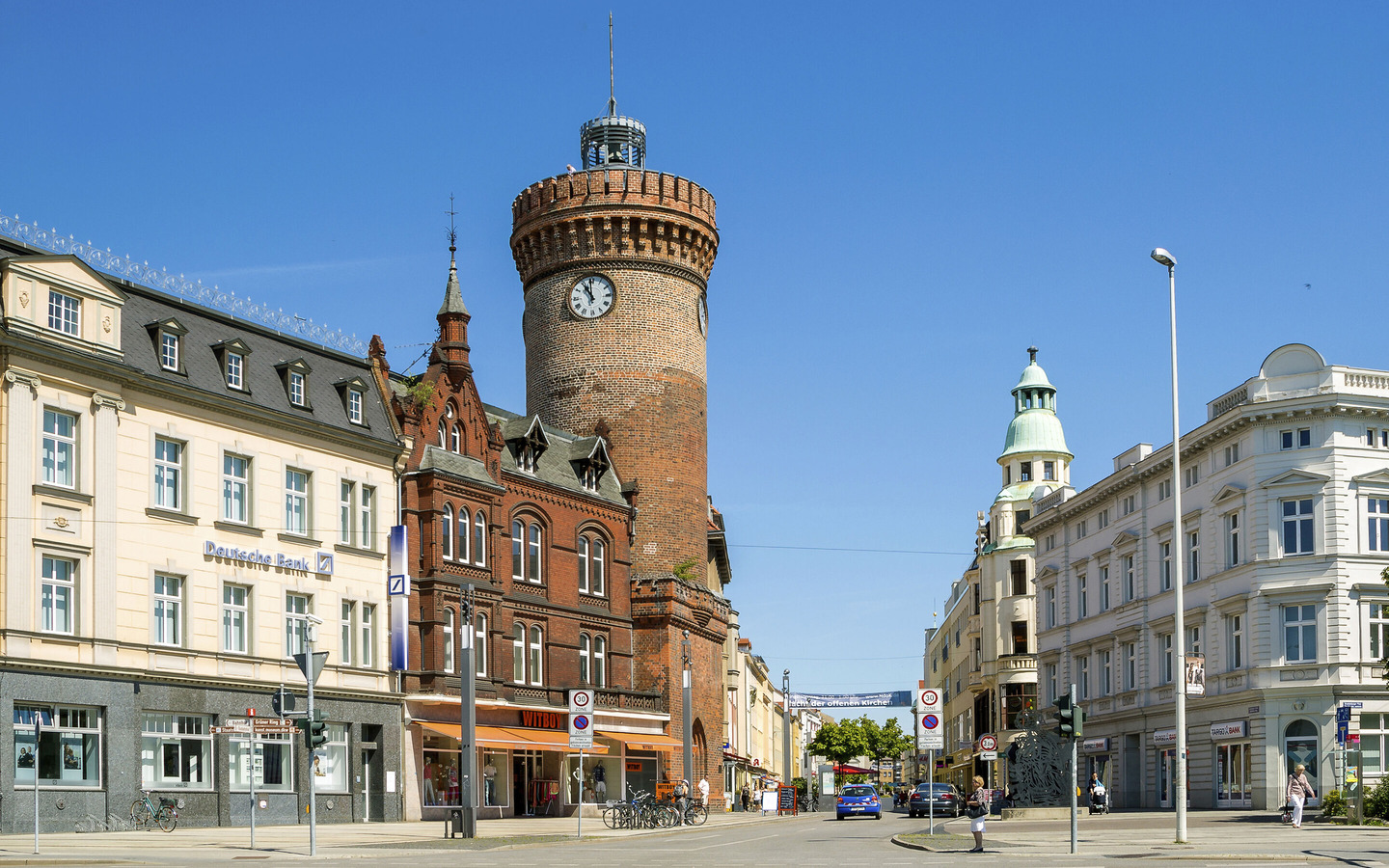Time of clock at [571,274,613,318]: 10:59
